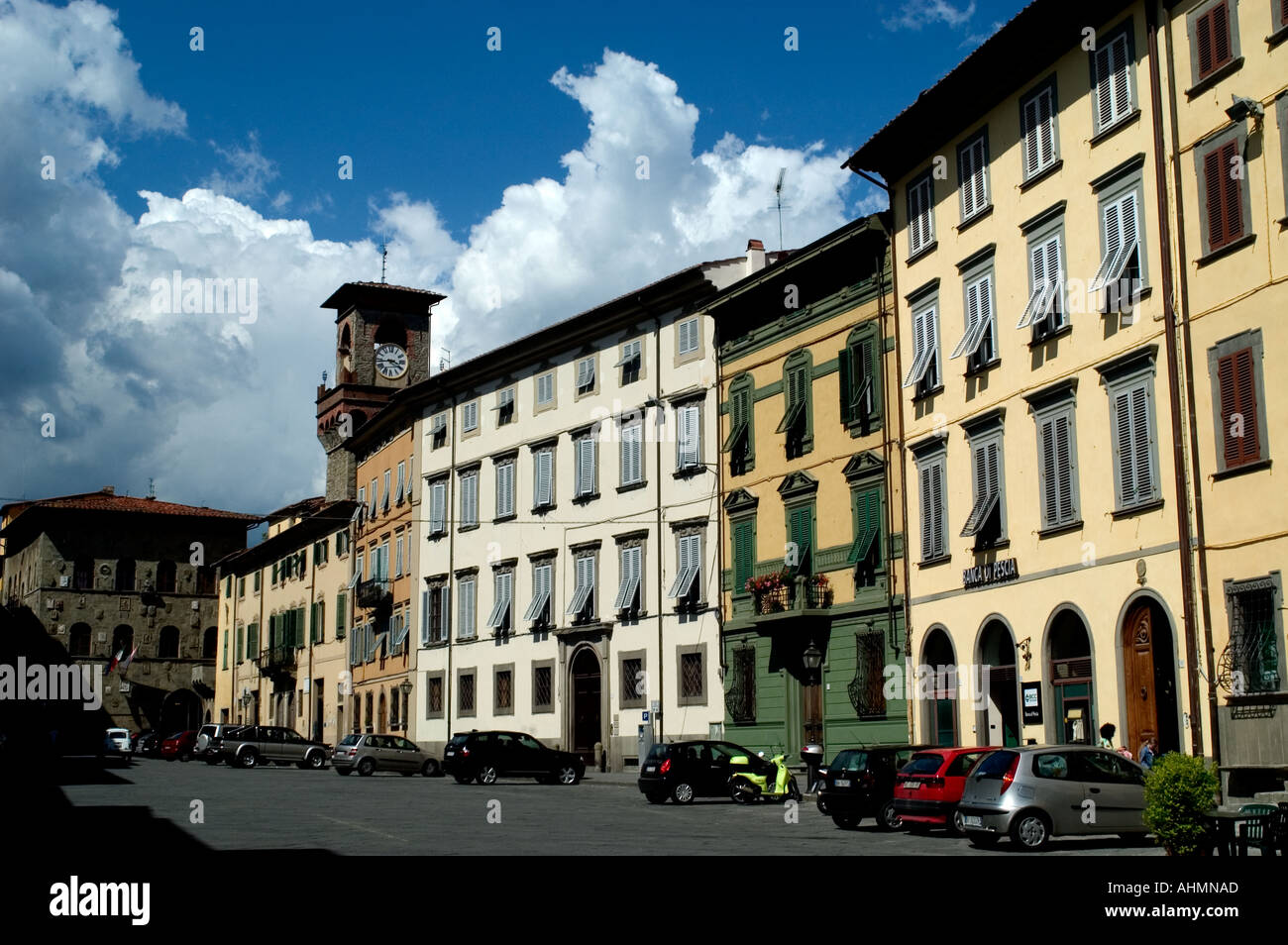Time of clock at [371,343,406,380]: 3:43
